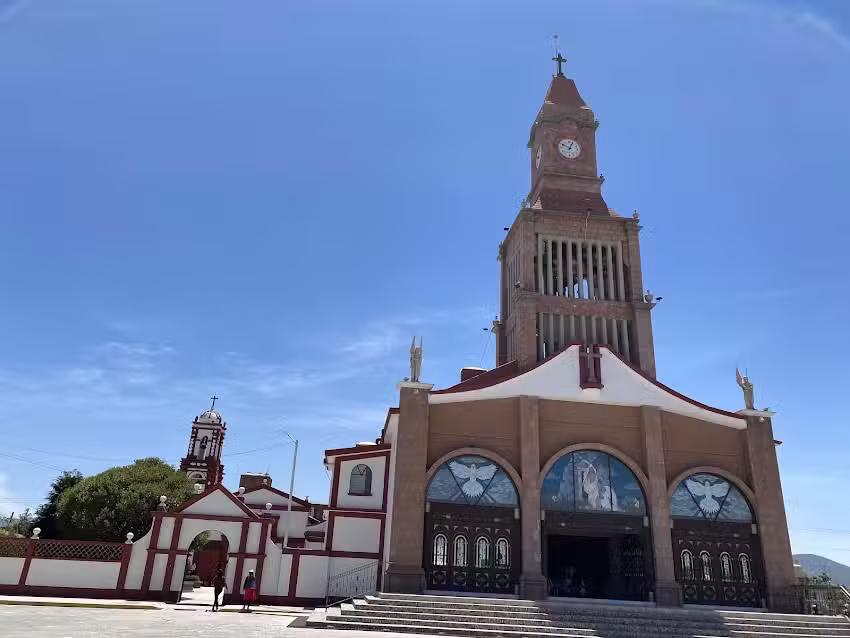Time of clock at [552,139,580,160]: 12:49
